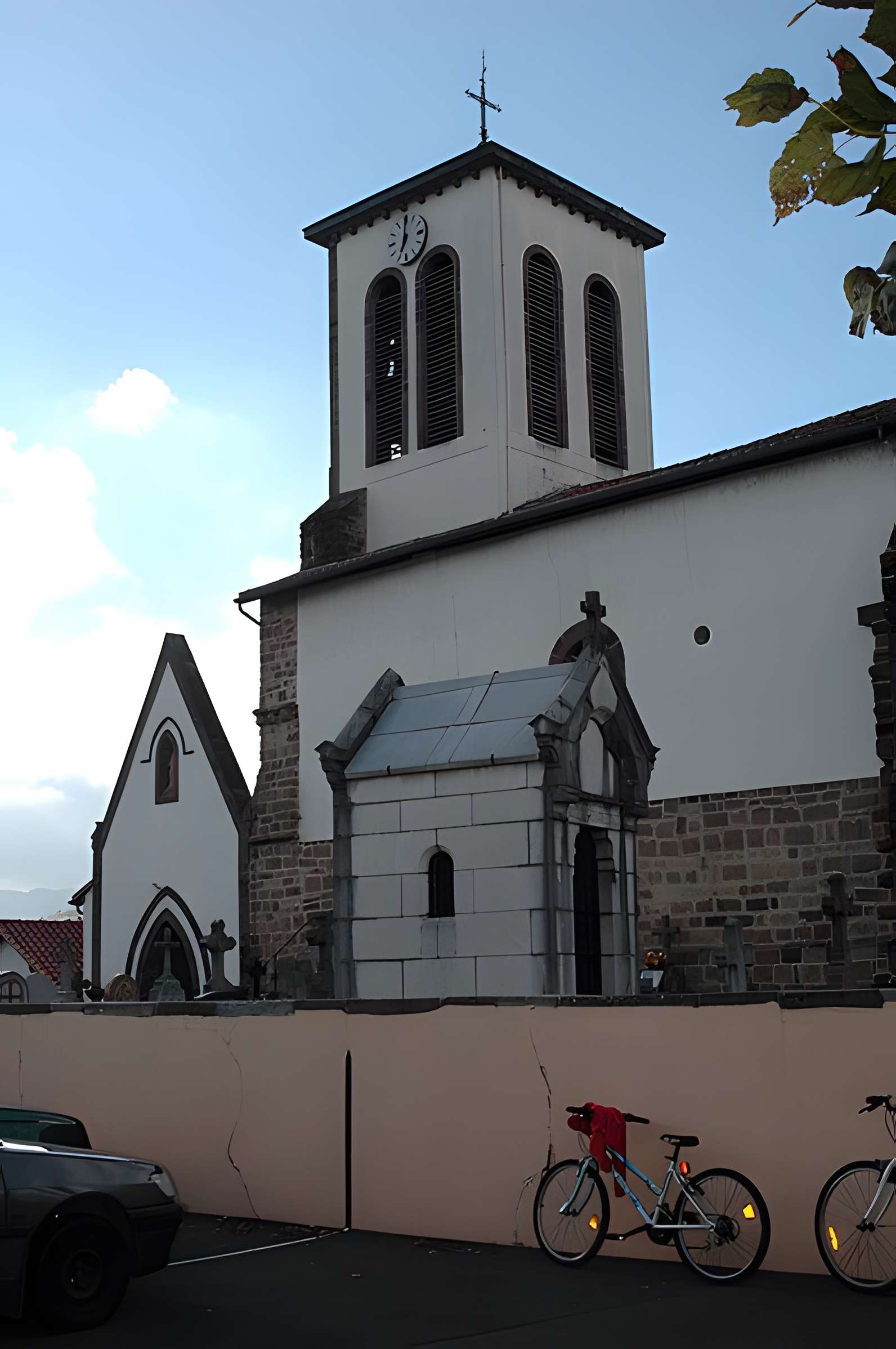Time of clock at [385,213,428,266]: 7:00
